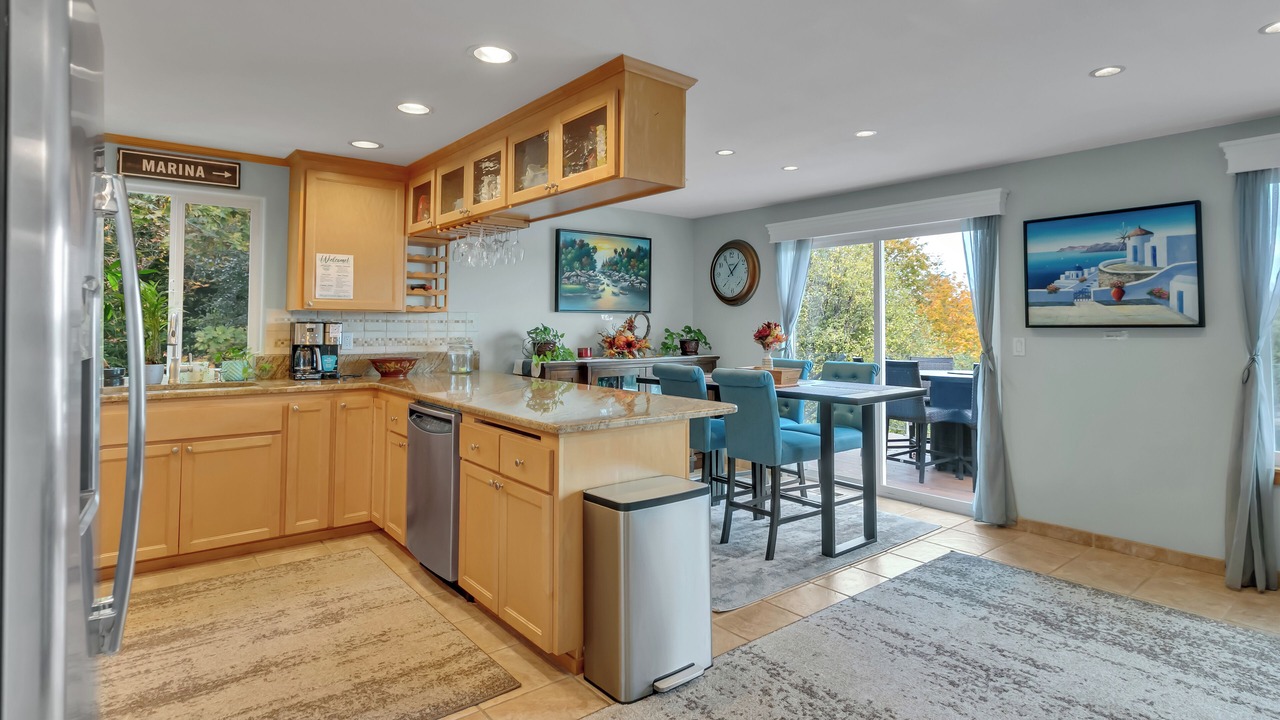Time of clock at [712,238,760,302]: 11:07
